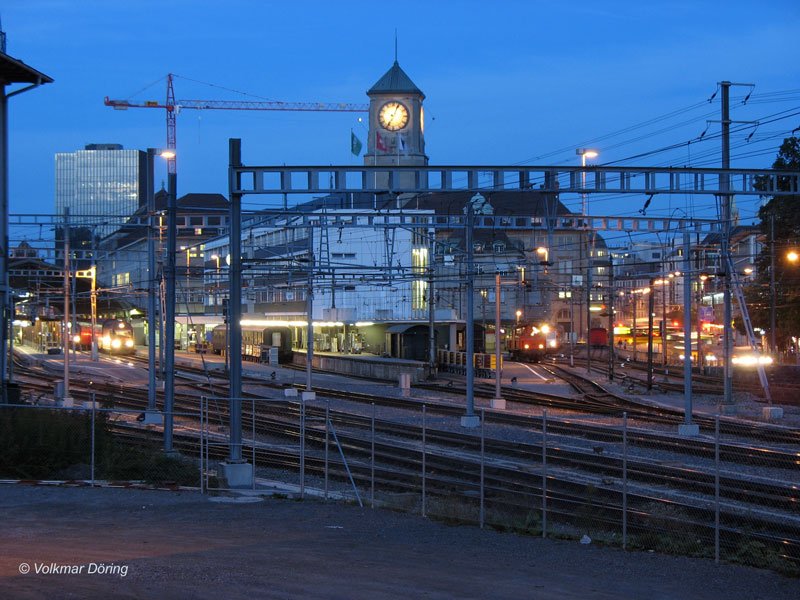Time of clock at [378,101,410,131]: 7:04
